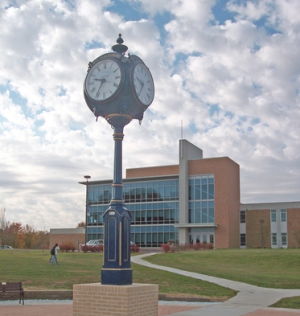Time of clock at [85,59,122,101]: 9:35
